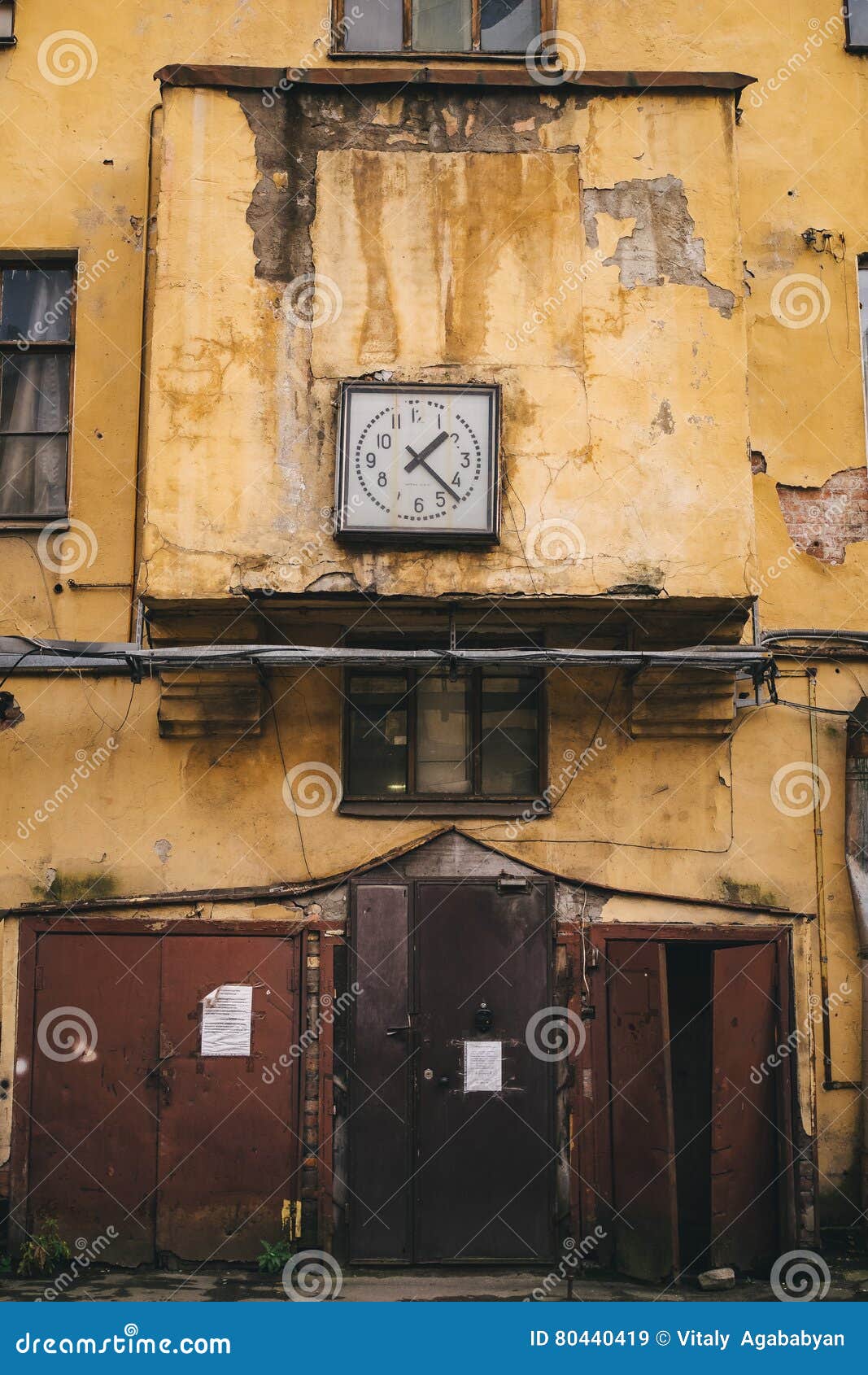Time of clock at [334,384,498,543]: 1:22
